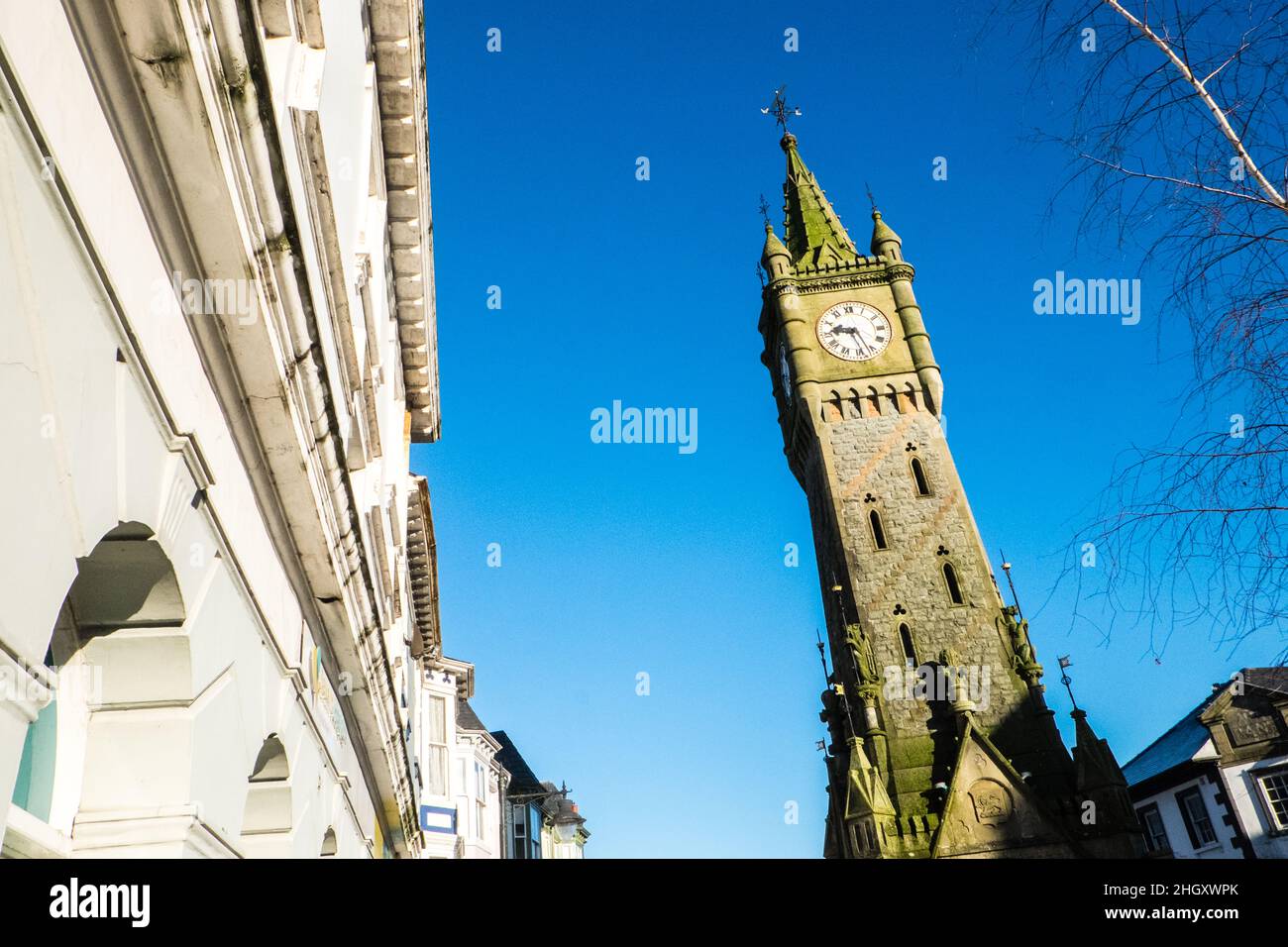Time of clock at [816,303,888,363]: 9:27
